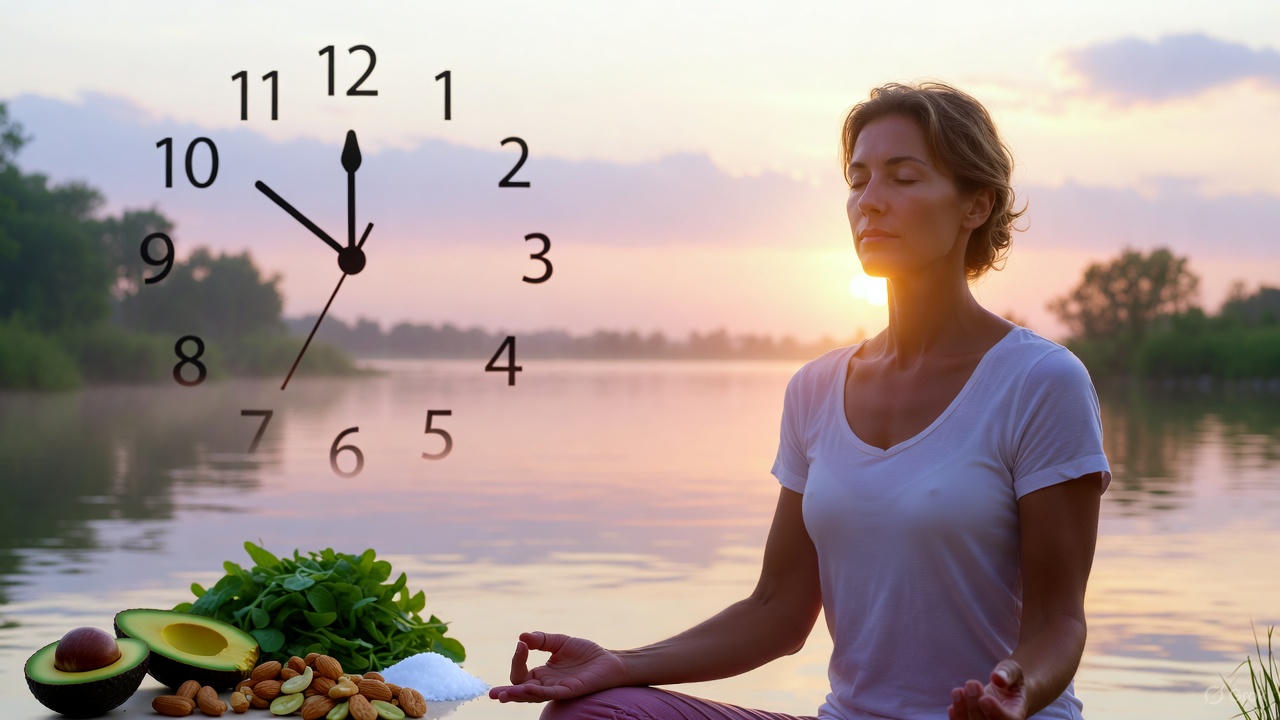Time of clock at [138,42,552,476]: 11:51
